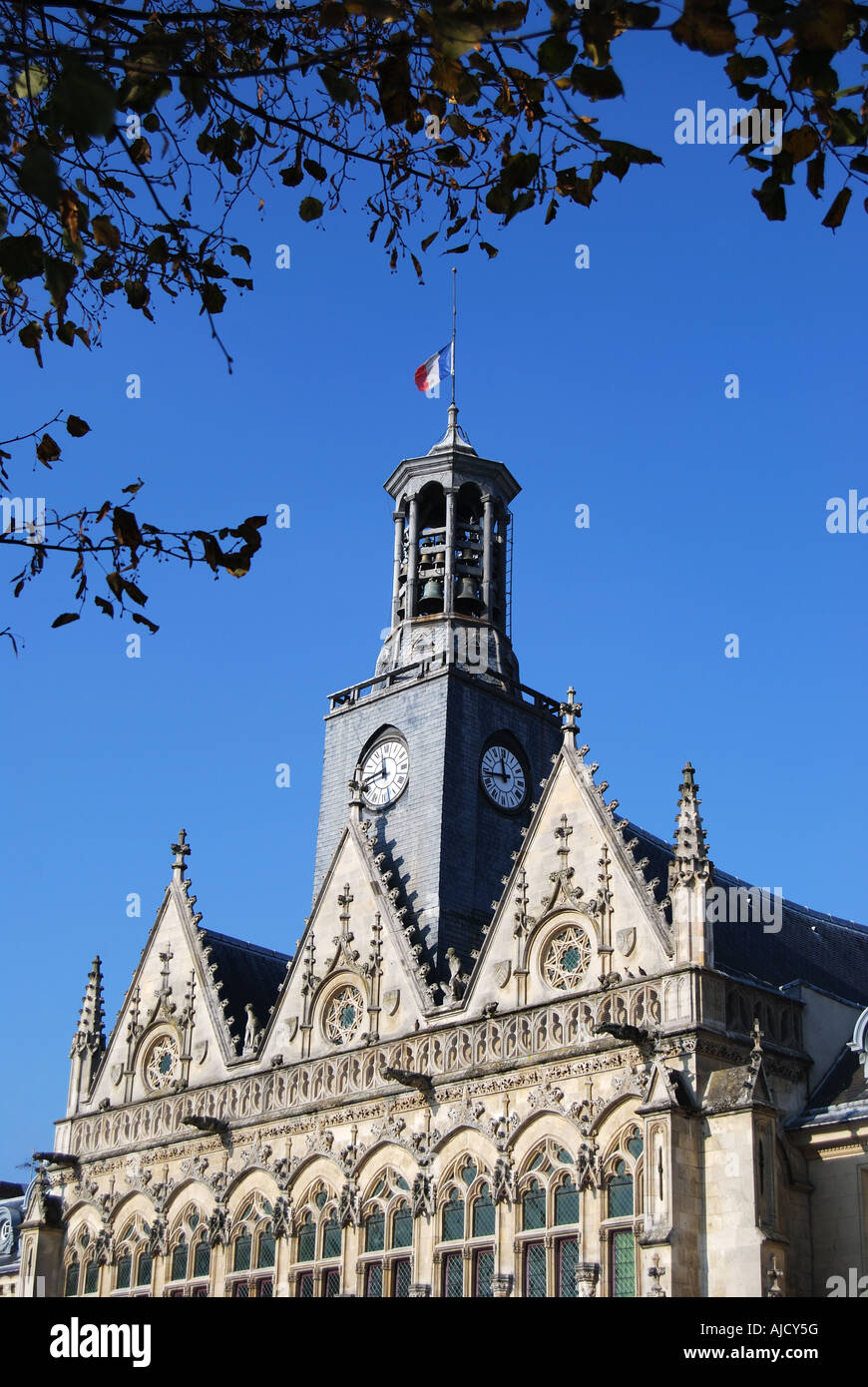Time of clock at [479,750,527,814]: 11:43
